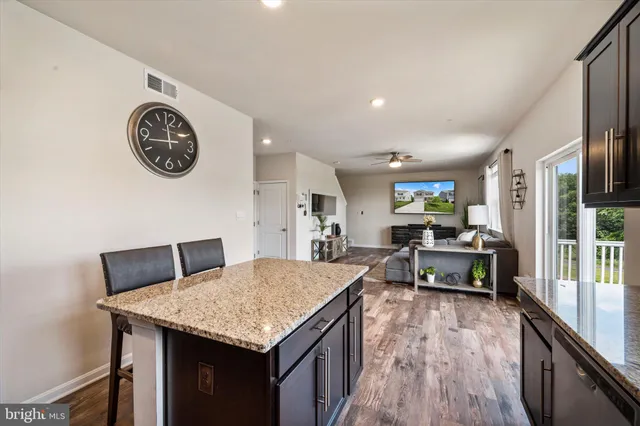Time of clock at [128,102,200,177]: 11:43
